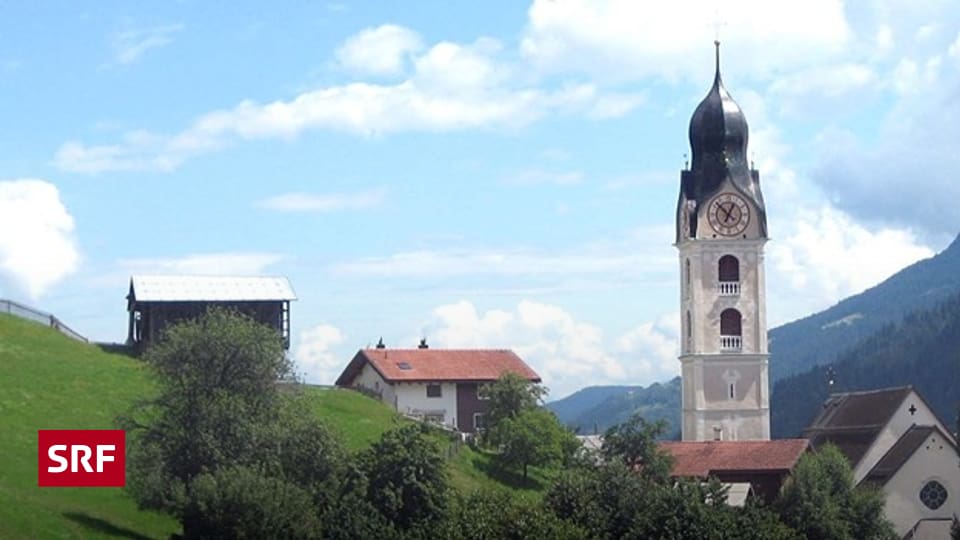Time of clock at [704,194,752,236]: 12:52
